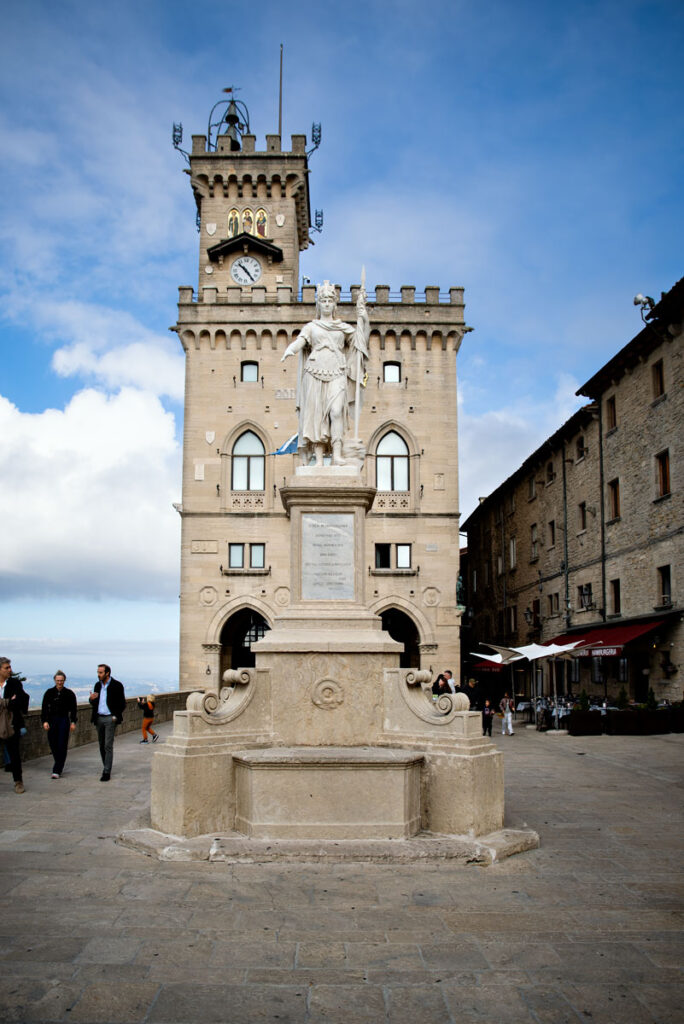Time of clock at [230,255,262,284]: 10:24
